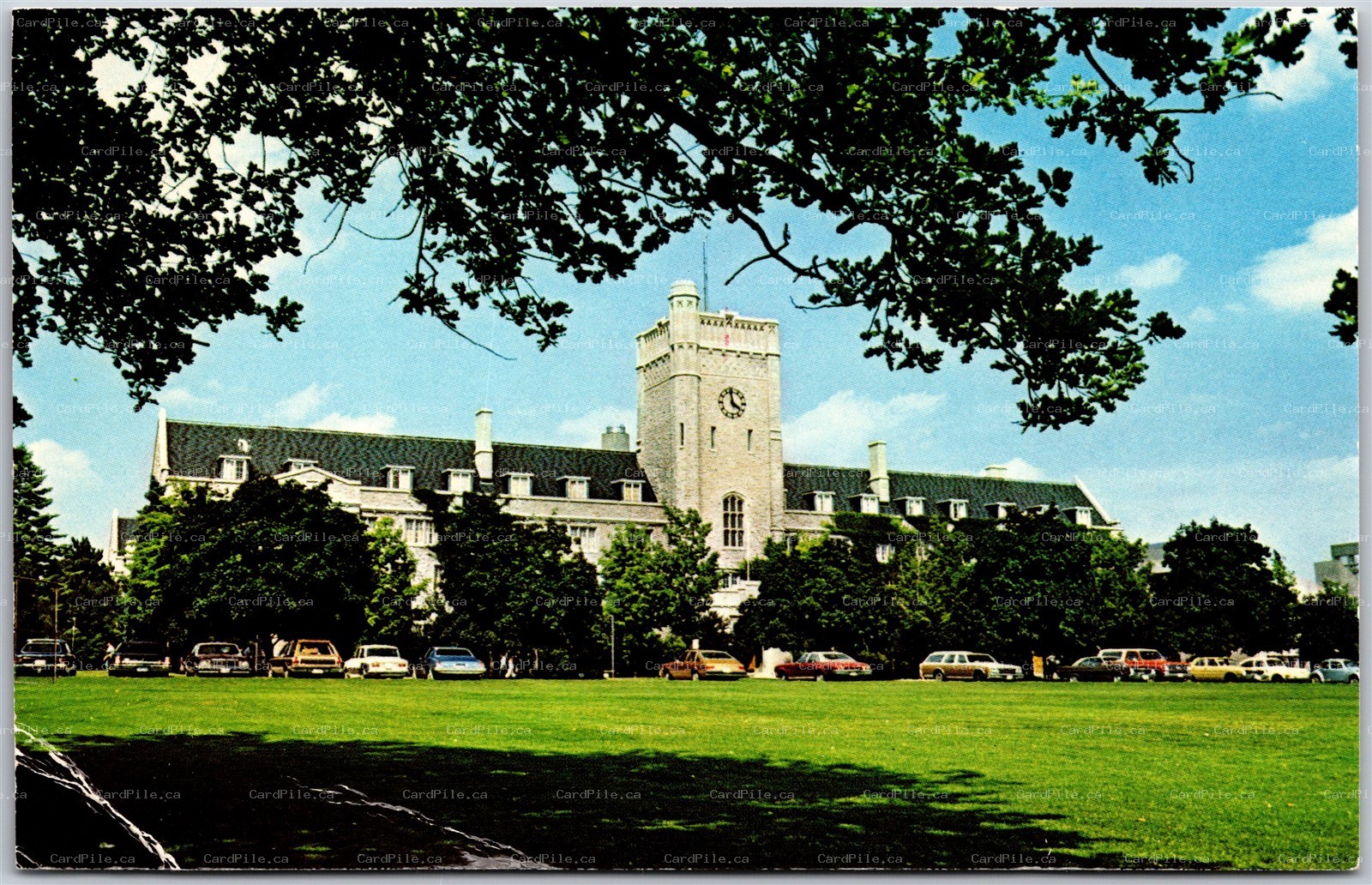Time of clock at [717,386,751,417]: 3:58
